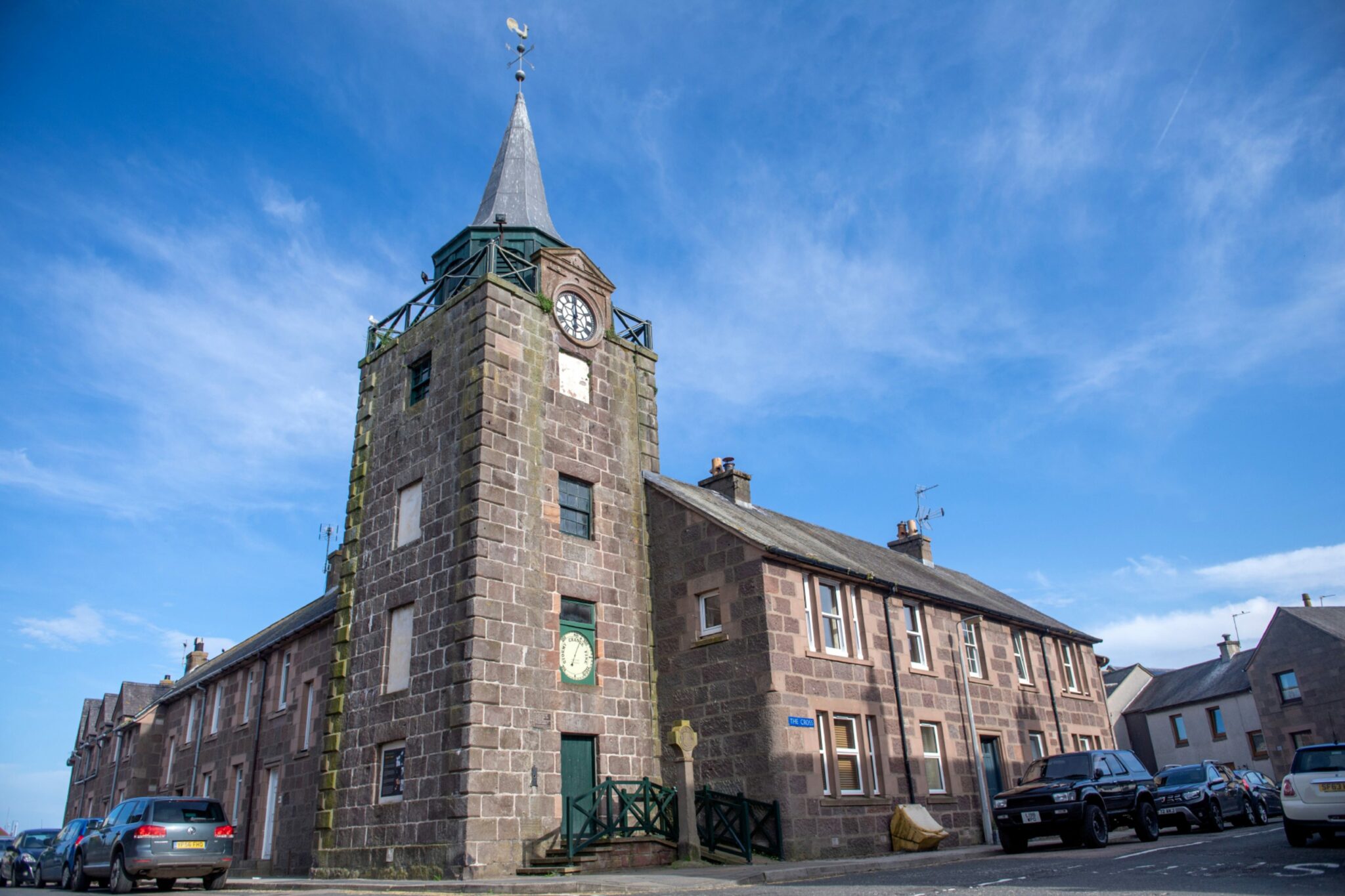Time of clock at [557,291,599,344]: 5:59
